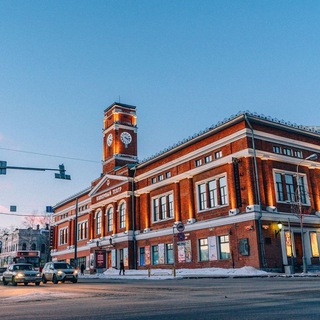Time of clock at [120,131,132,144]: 4:16
